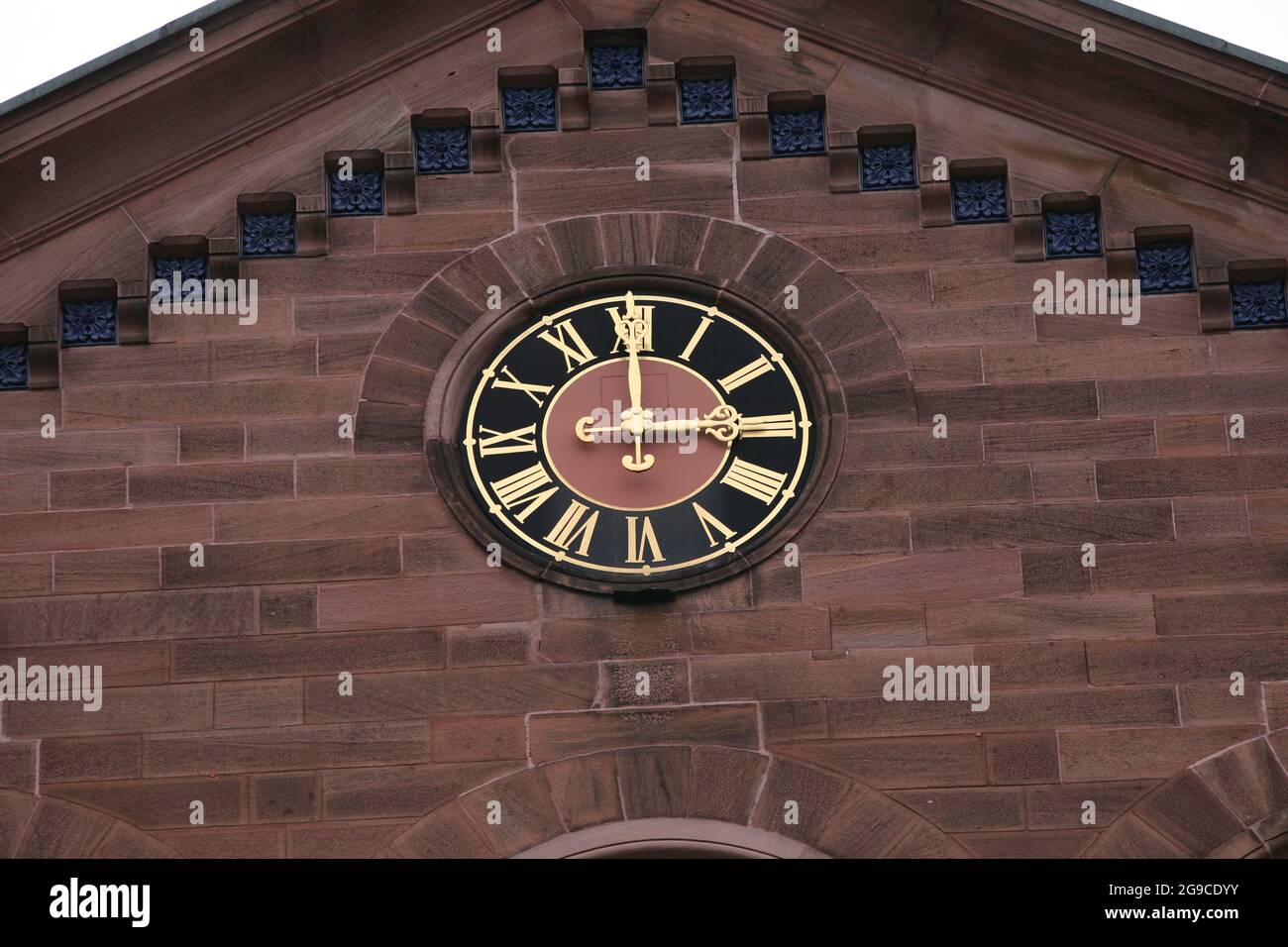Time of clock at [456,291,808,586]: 3:00
